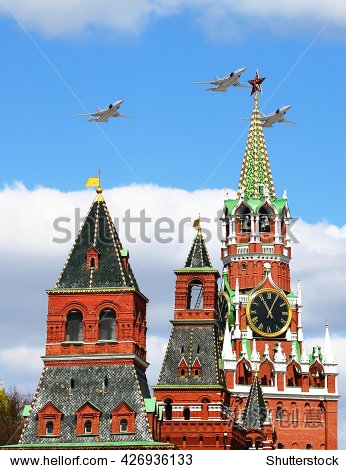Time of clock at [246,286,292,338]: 11:04
